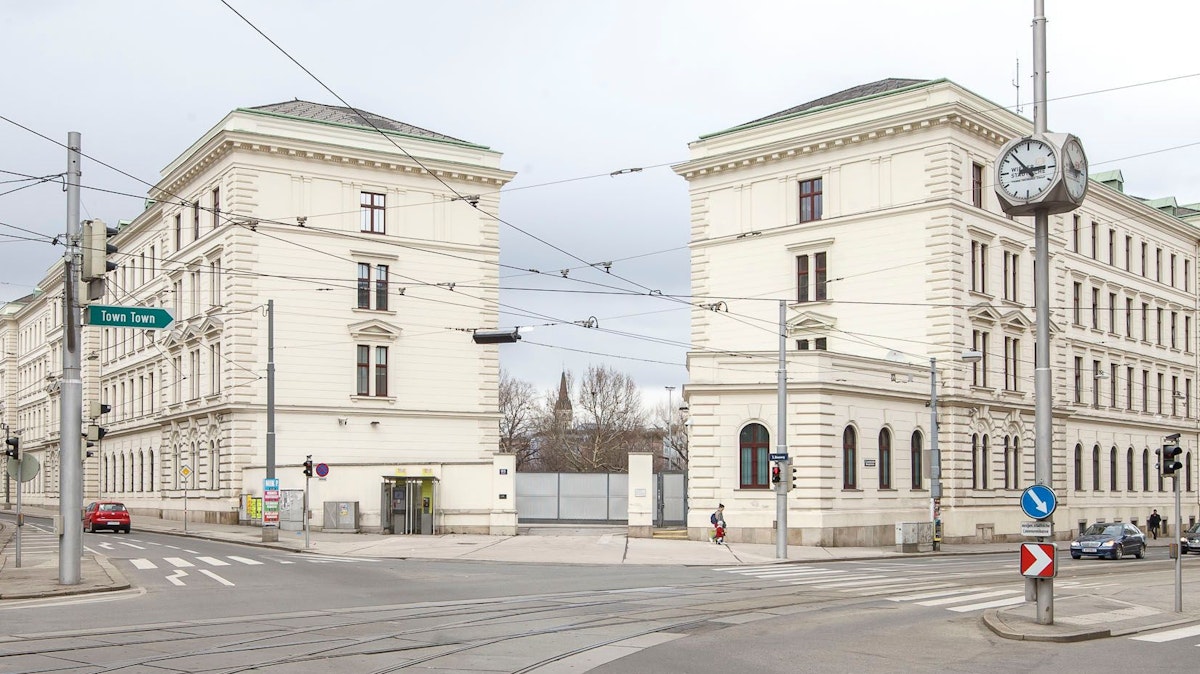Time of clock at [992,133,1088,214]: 2:53
